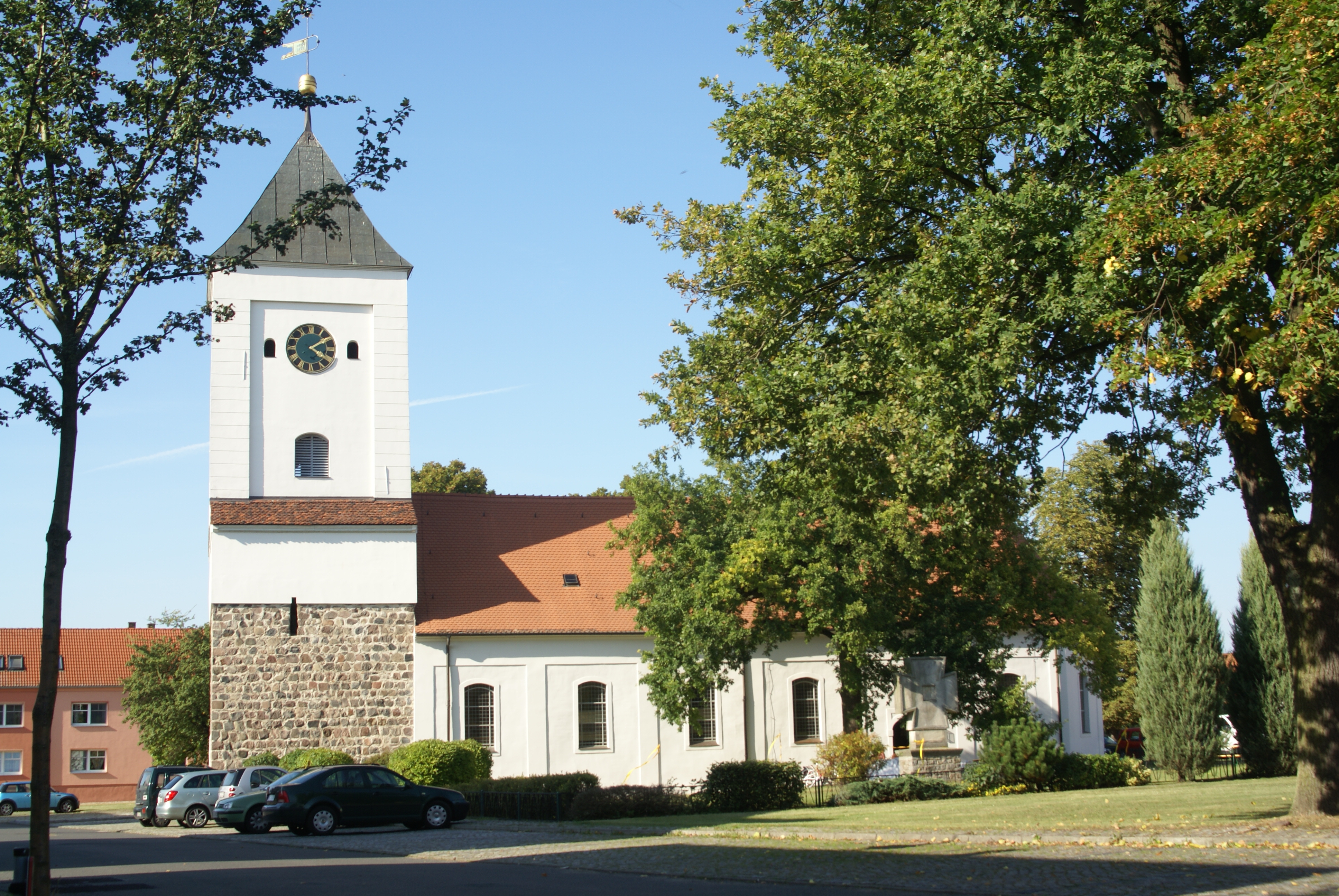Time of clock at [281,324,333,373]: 4:09
